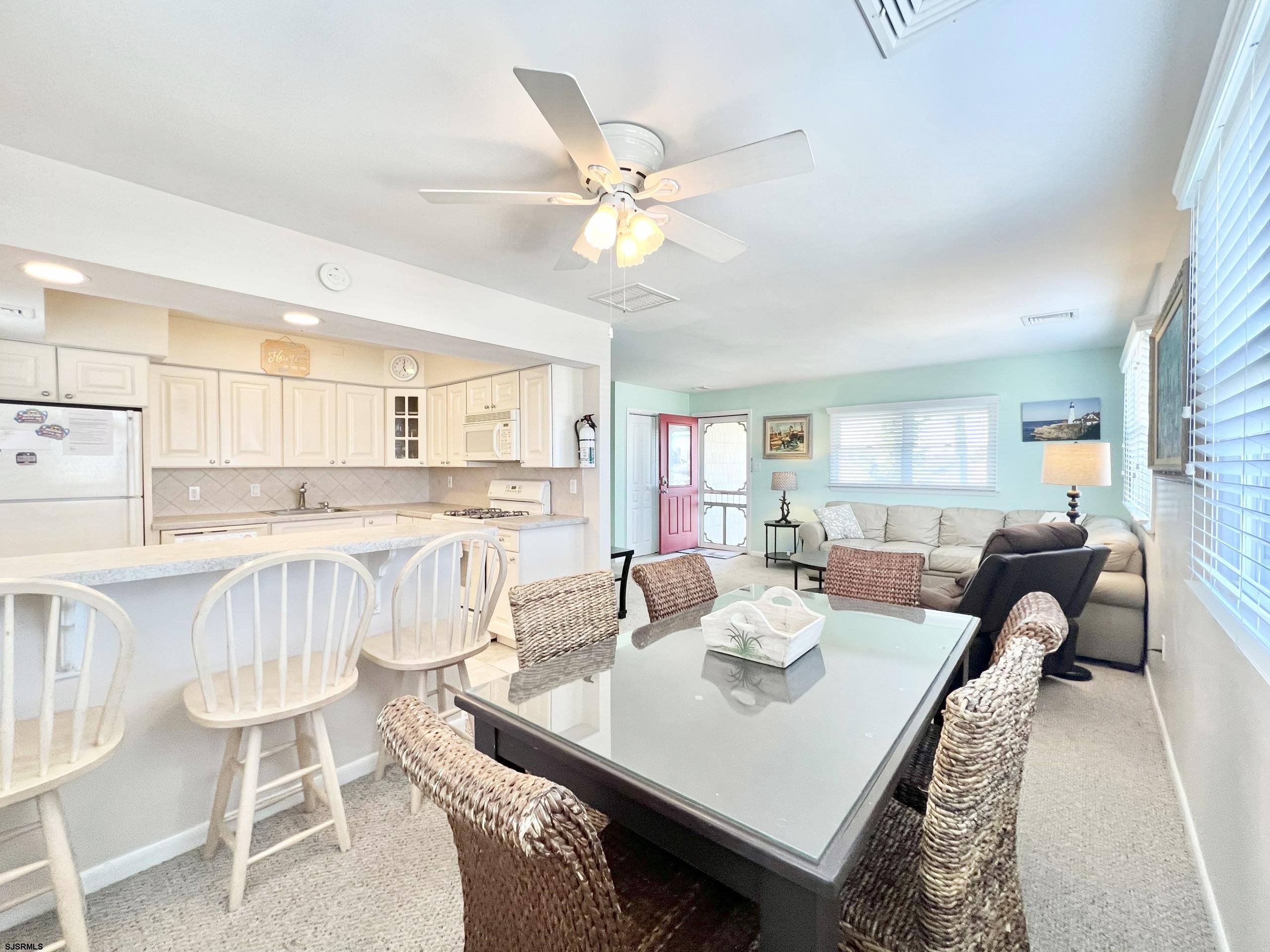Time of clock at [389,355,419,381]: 5:01
